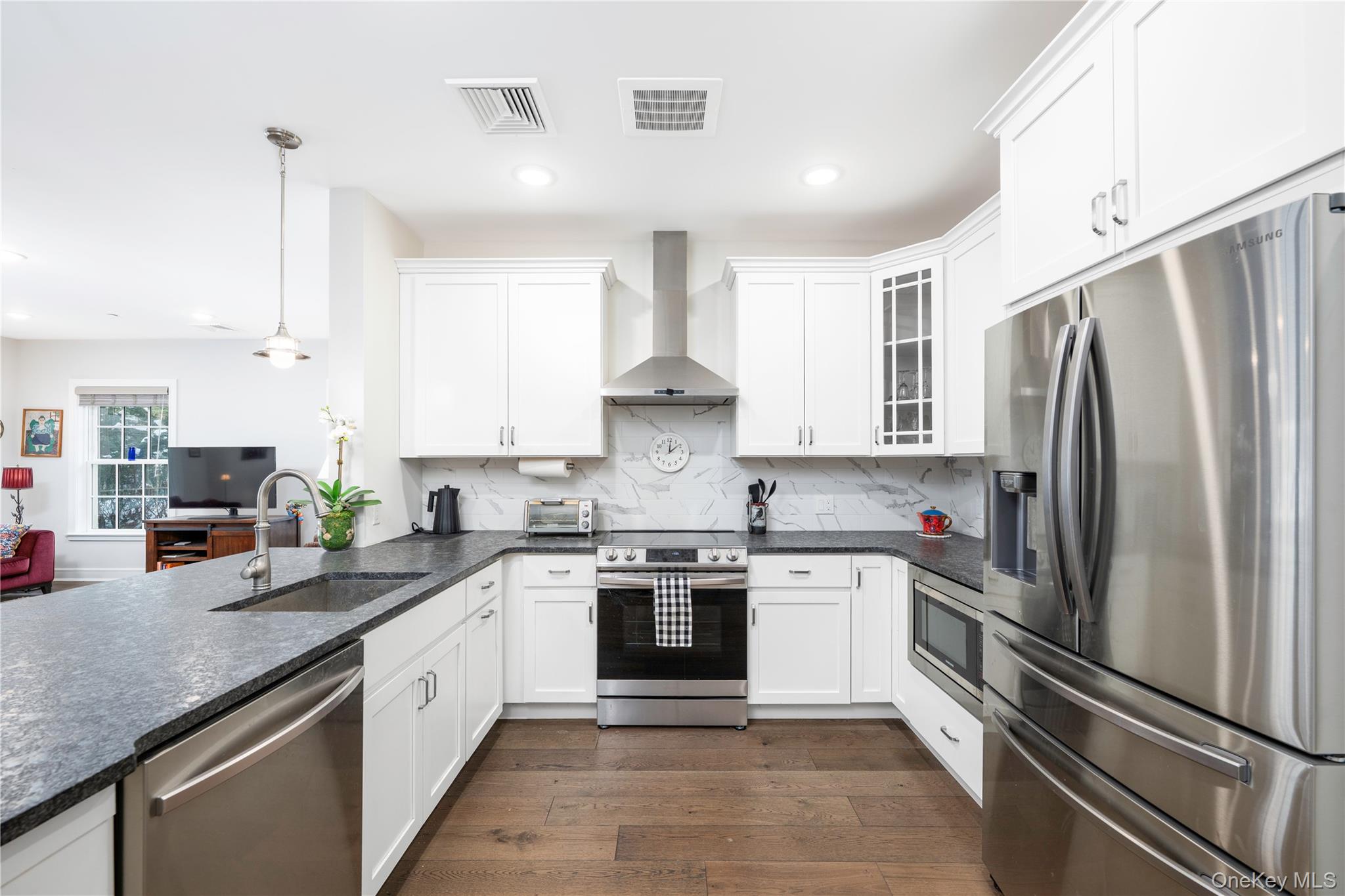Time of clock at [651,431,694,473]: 12:08
